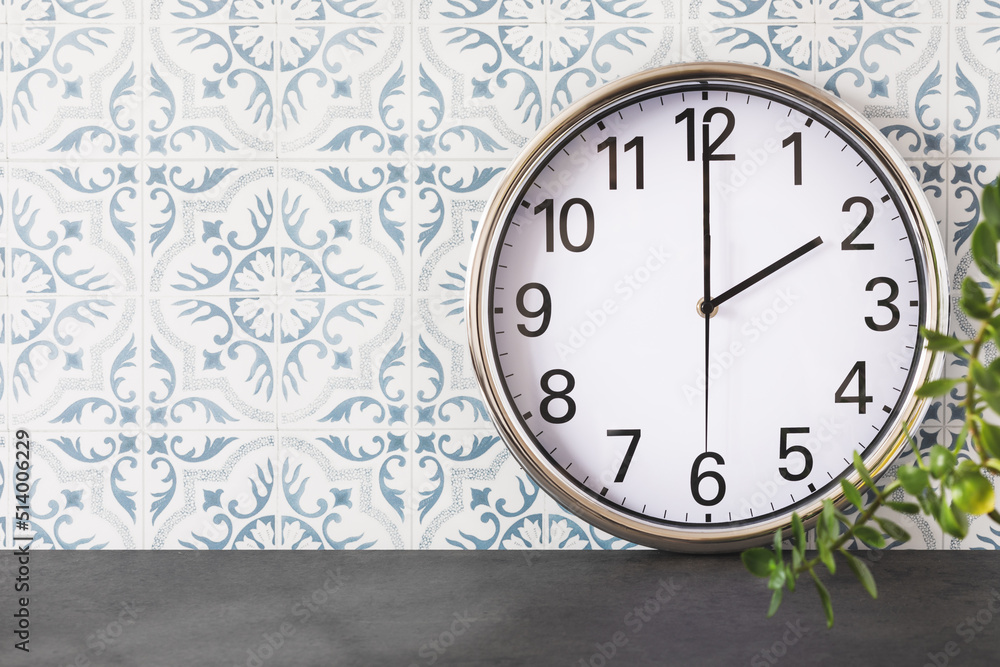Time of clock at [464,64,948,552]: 2:00
